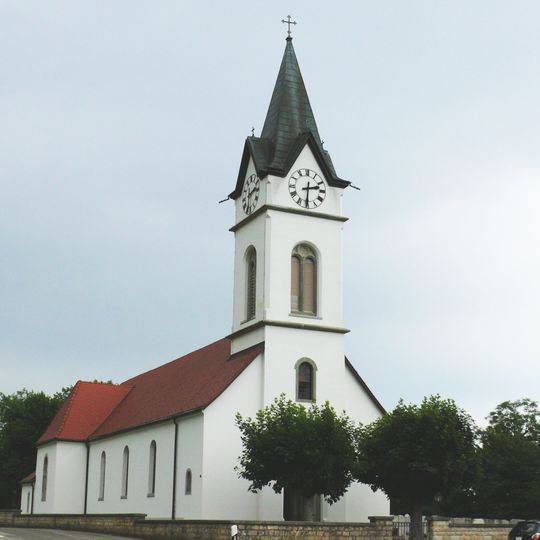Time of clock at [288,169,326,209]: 2:30
